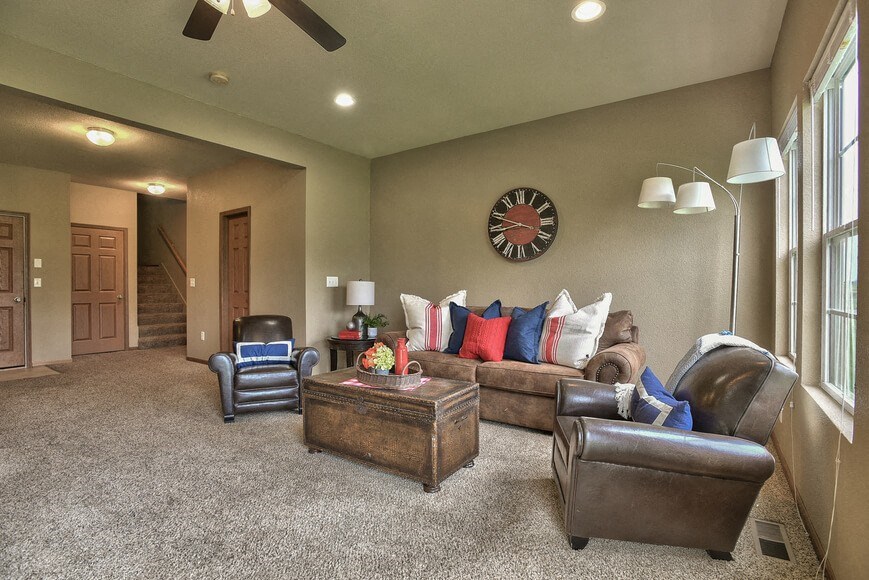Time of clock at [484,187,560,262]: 8:48
